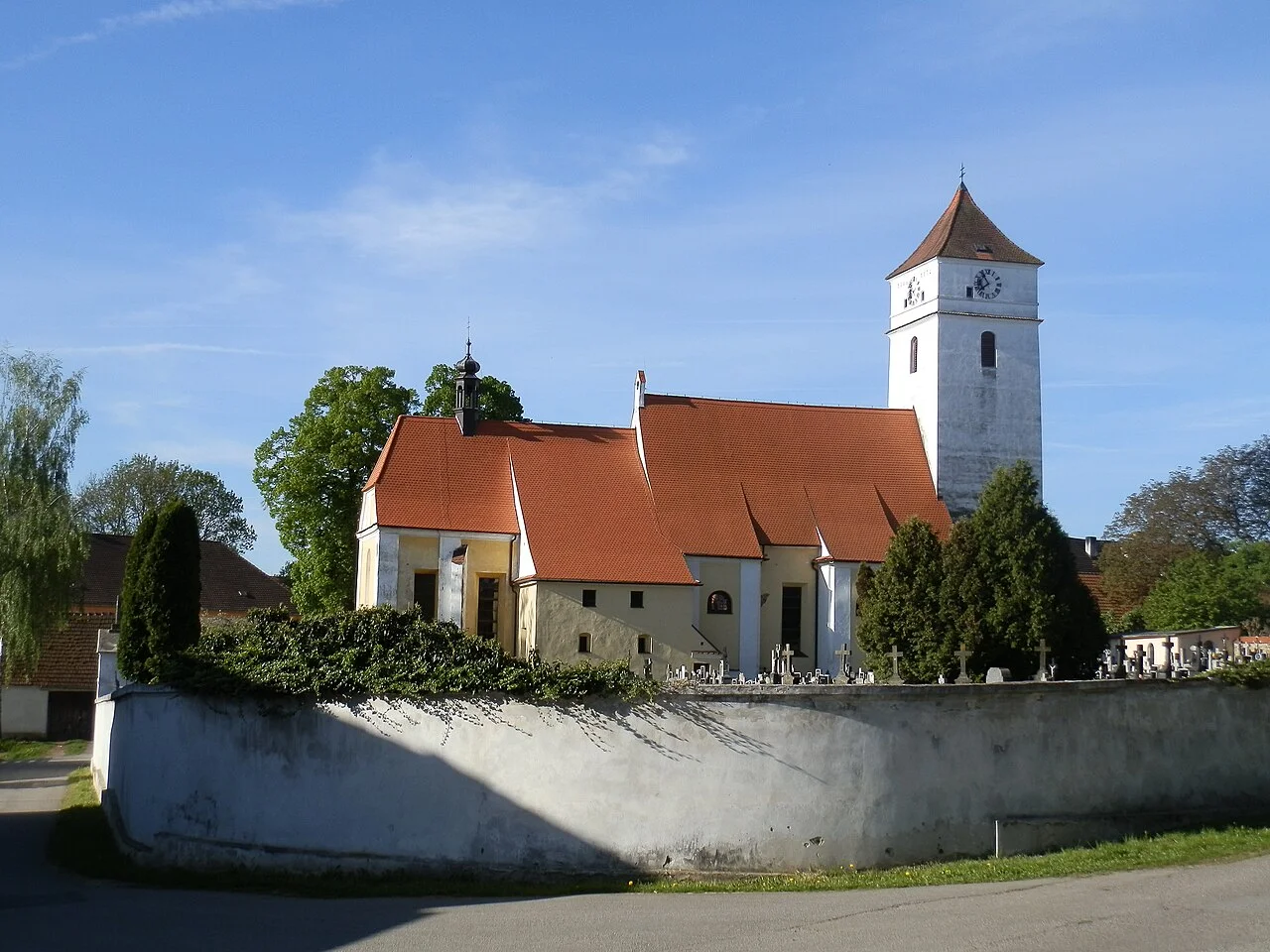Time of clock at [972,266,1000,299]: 7:54
